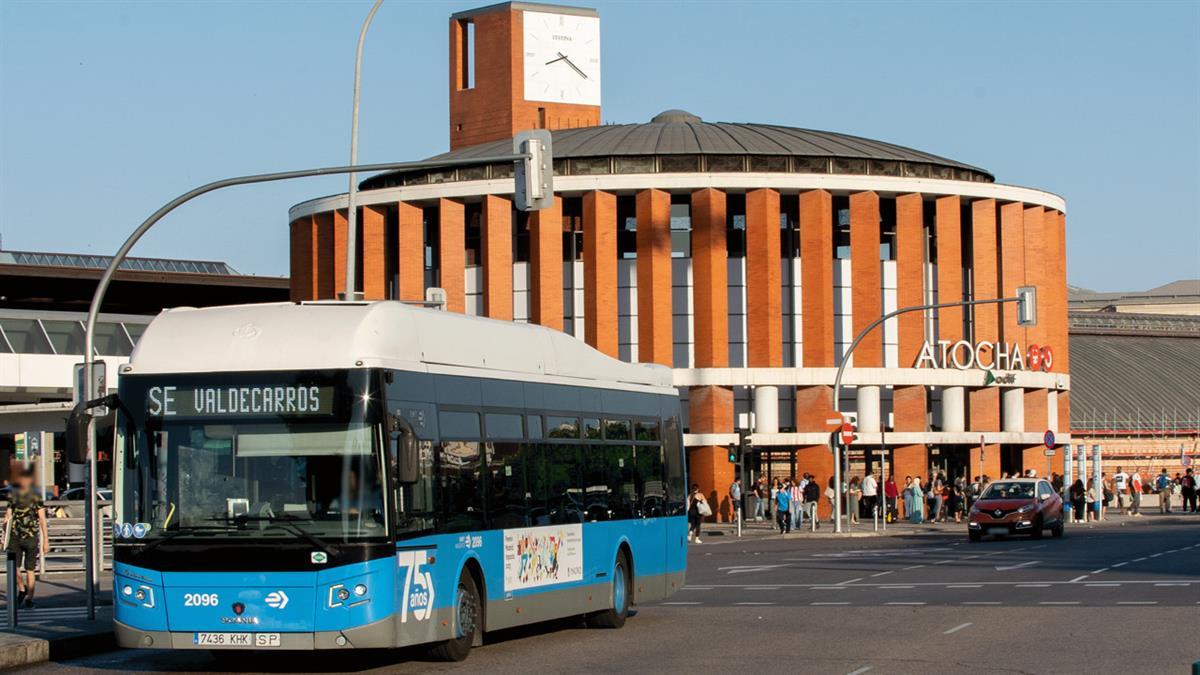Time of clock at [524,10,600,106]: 8:20
